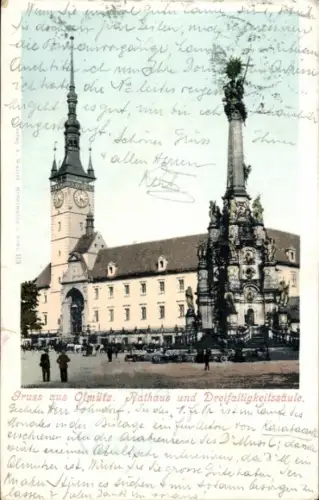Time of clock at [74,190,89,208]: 4:31
